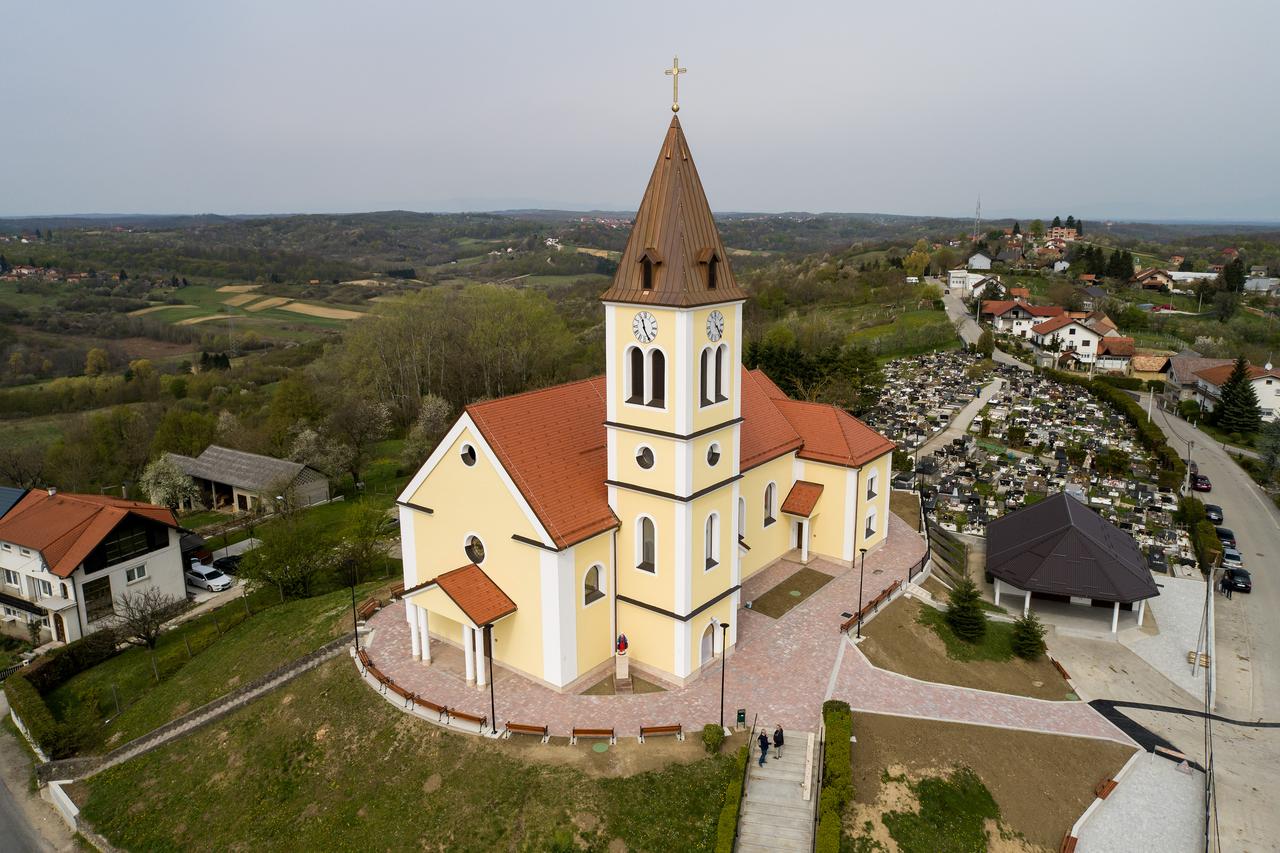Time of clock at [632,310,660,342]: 11:25
